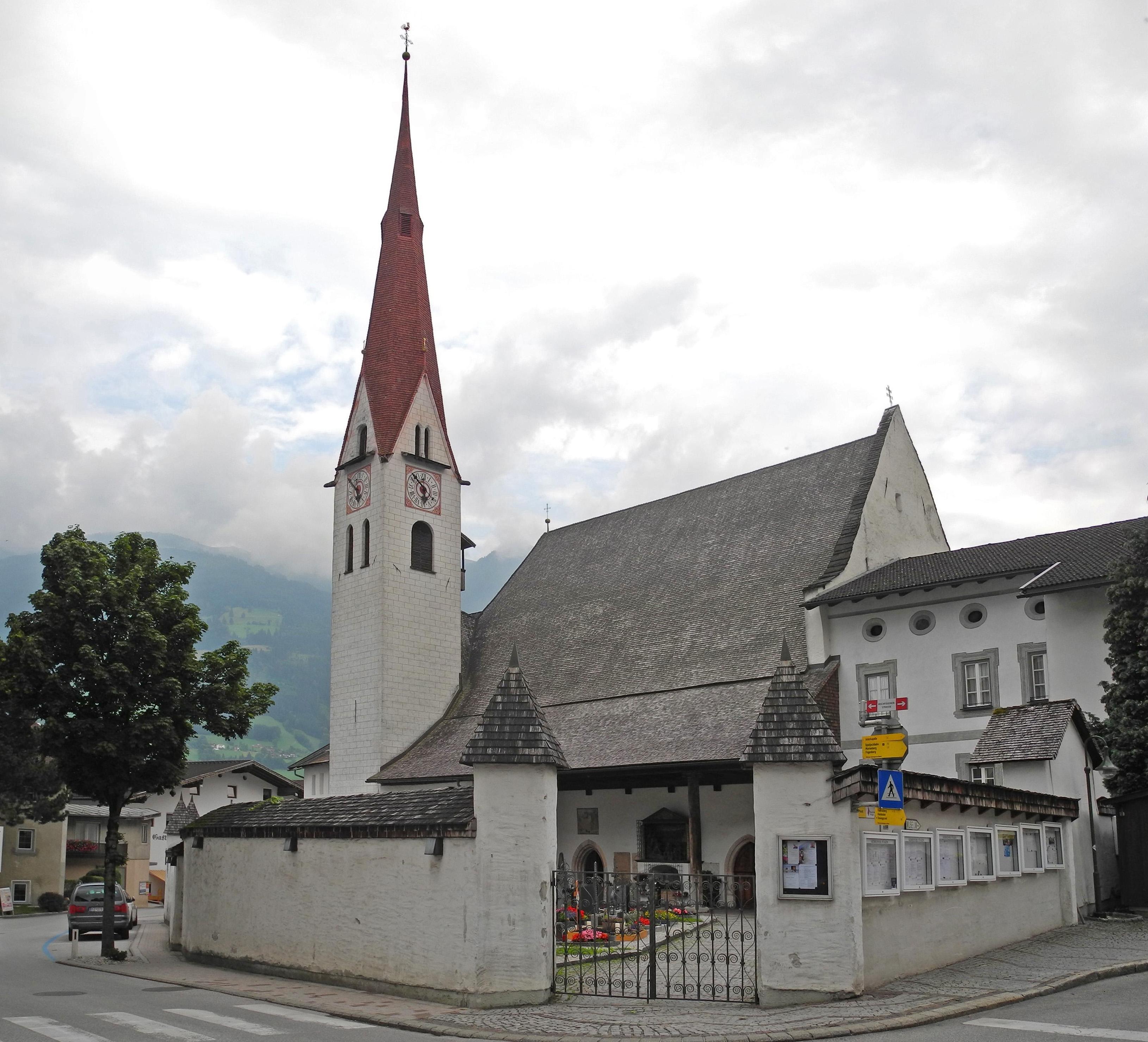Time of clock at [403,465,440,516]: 5:52
